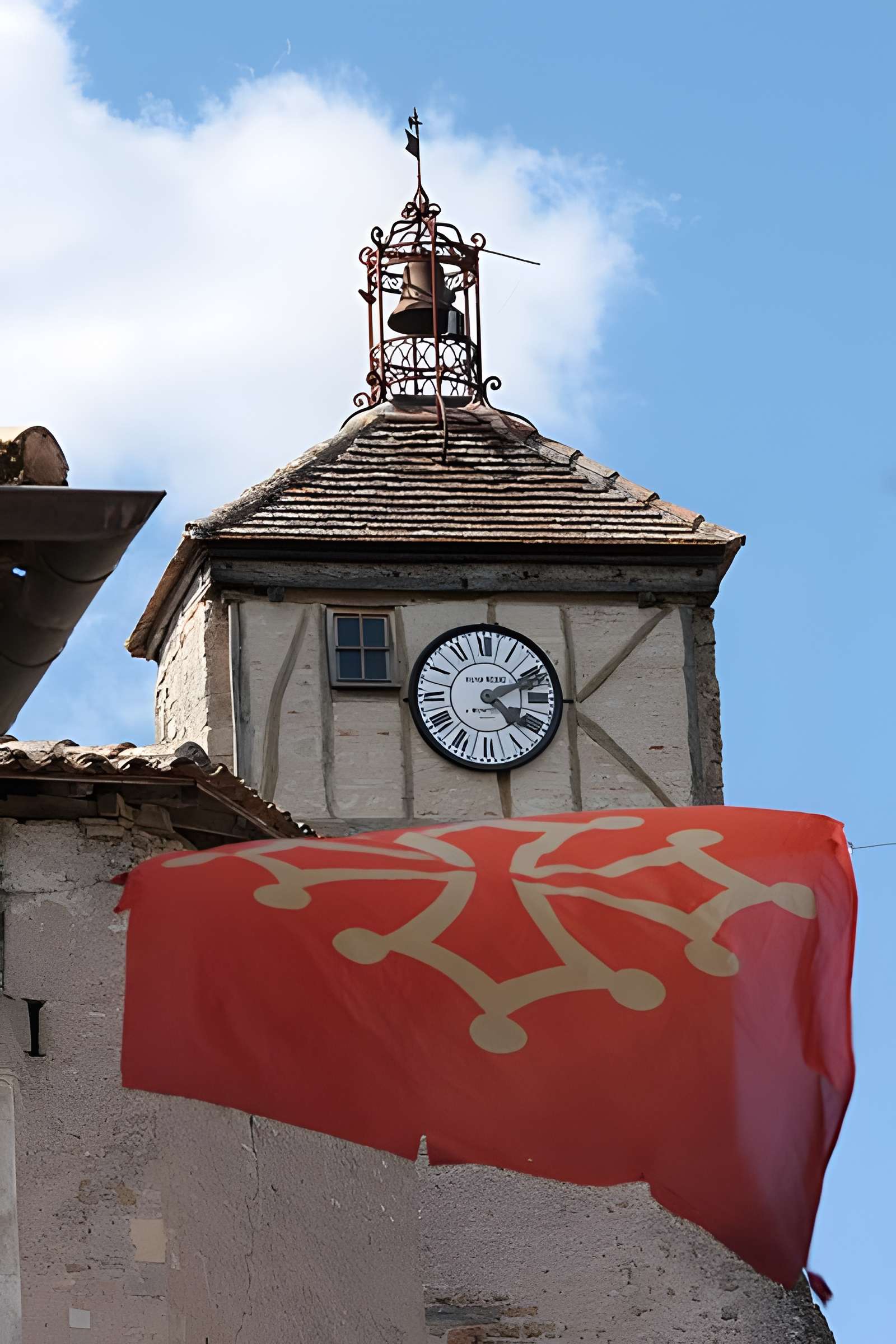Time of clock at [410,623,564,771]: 4:10
